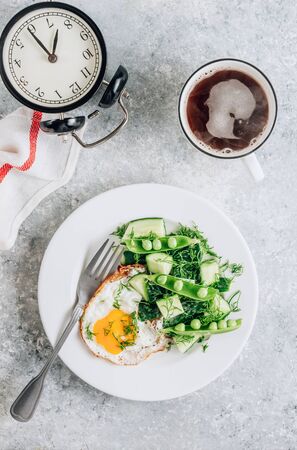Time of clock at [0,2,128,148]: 12:54
